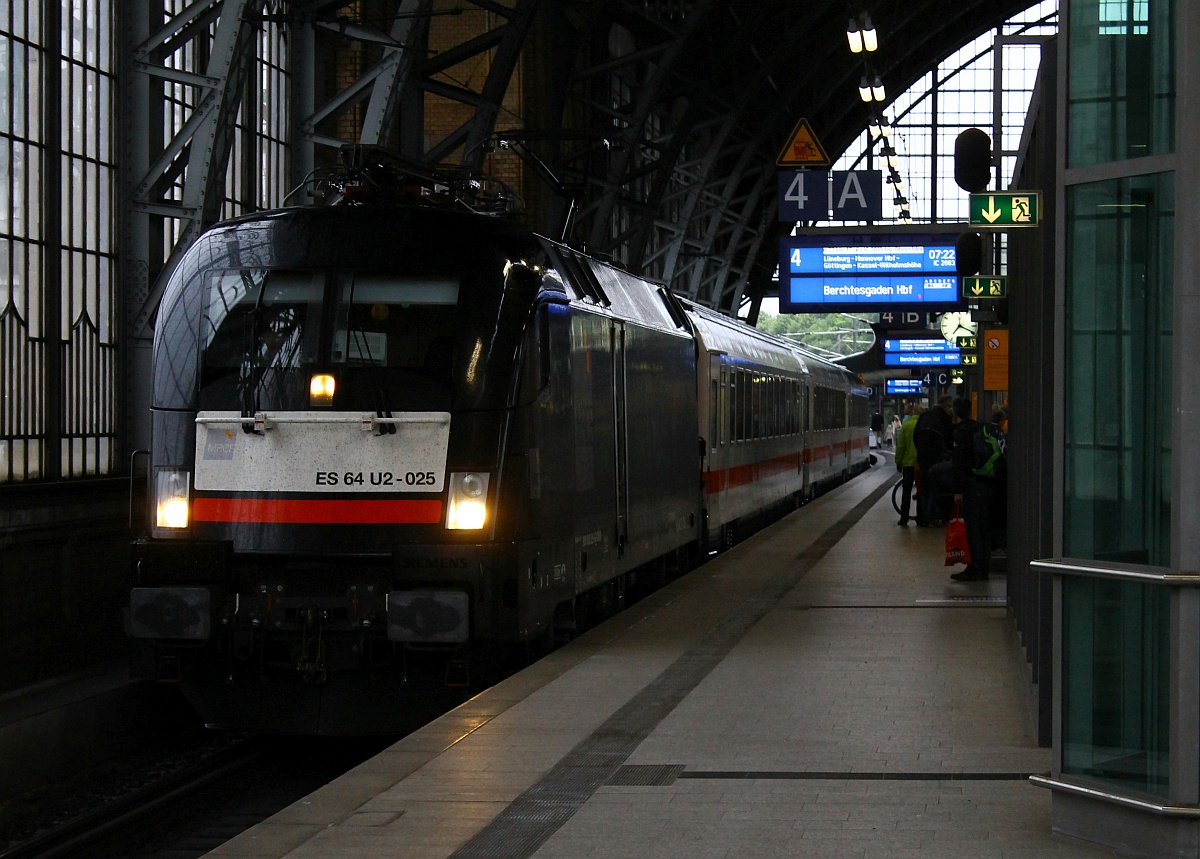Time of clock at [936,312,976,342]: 7:18
